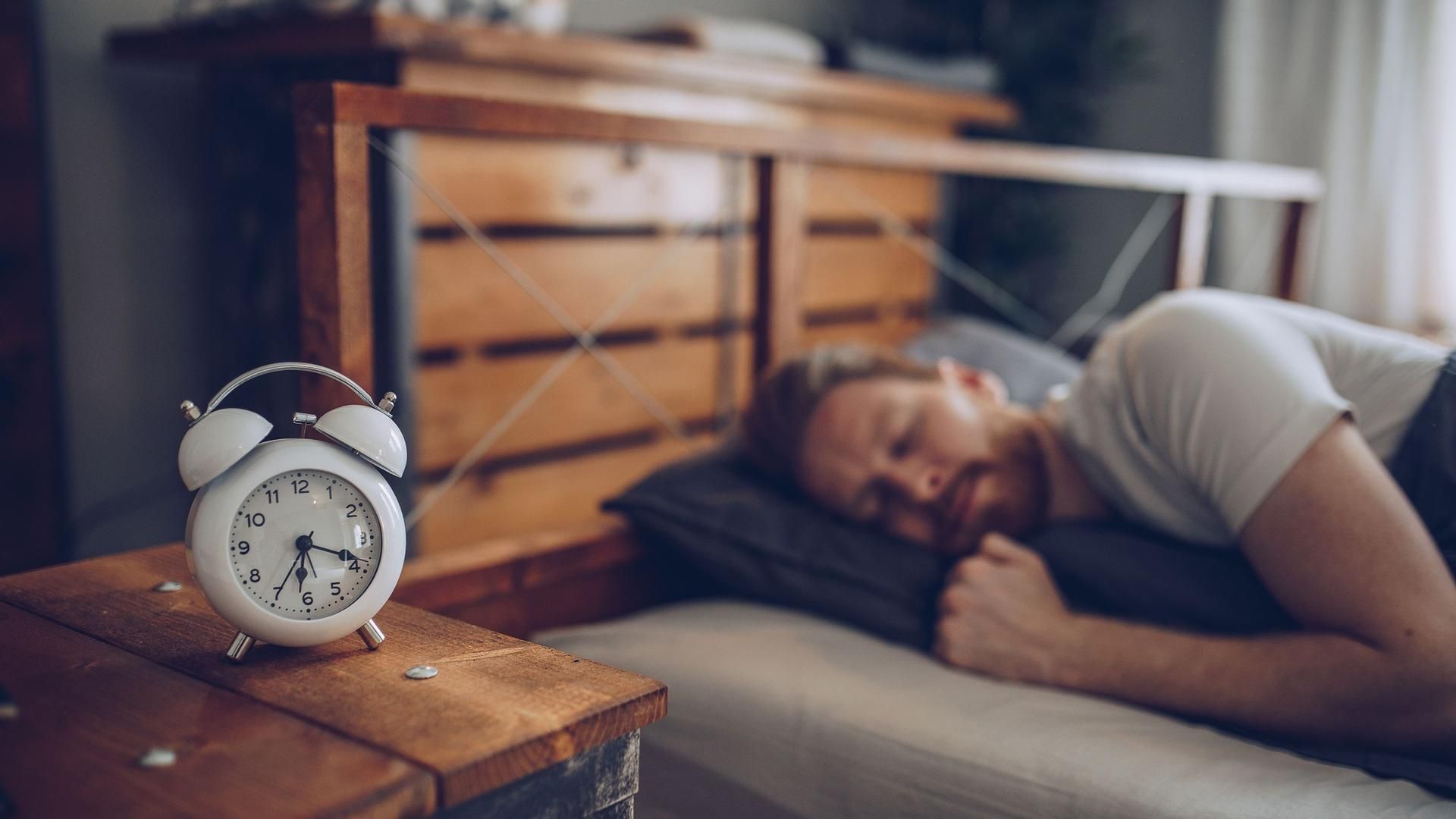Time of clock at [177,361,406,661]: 6:18
